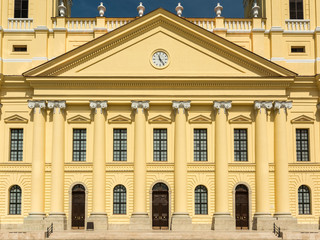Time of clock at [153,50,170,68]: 11:24
